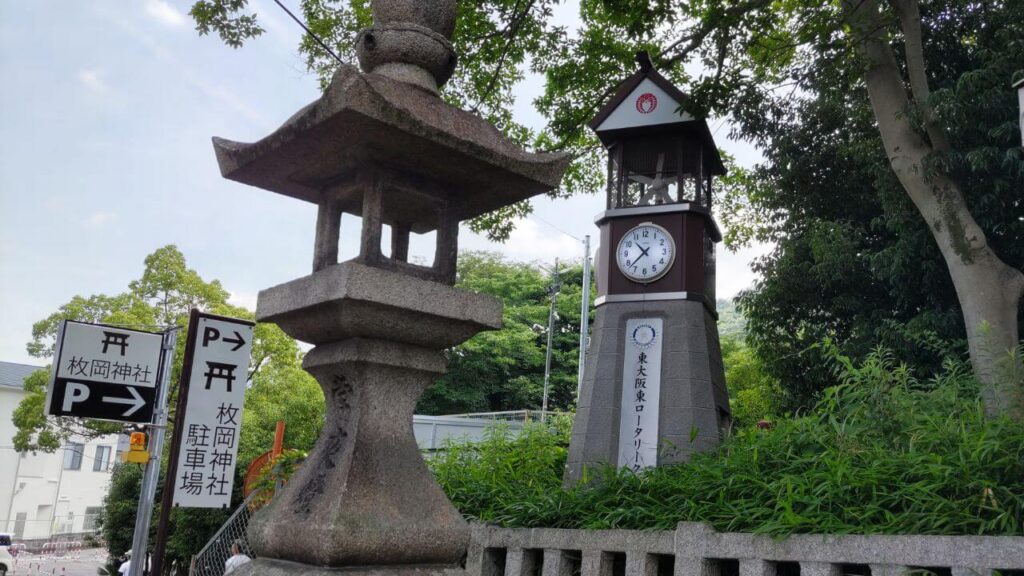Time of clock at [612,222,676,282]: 10:37
